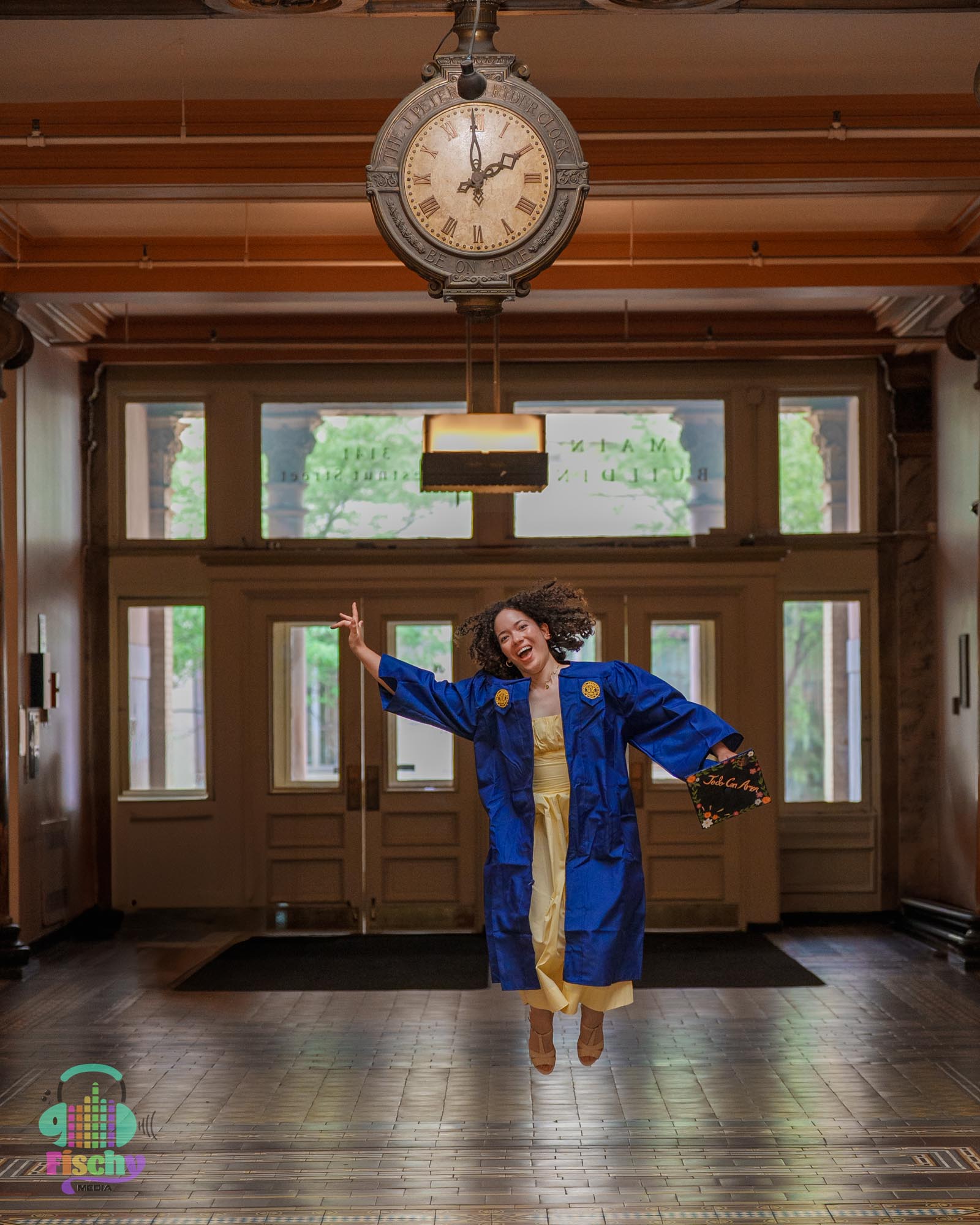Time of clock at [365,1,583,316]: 2:00
